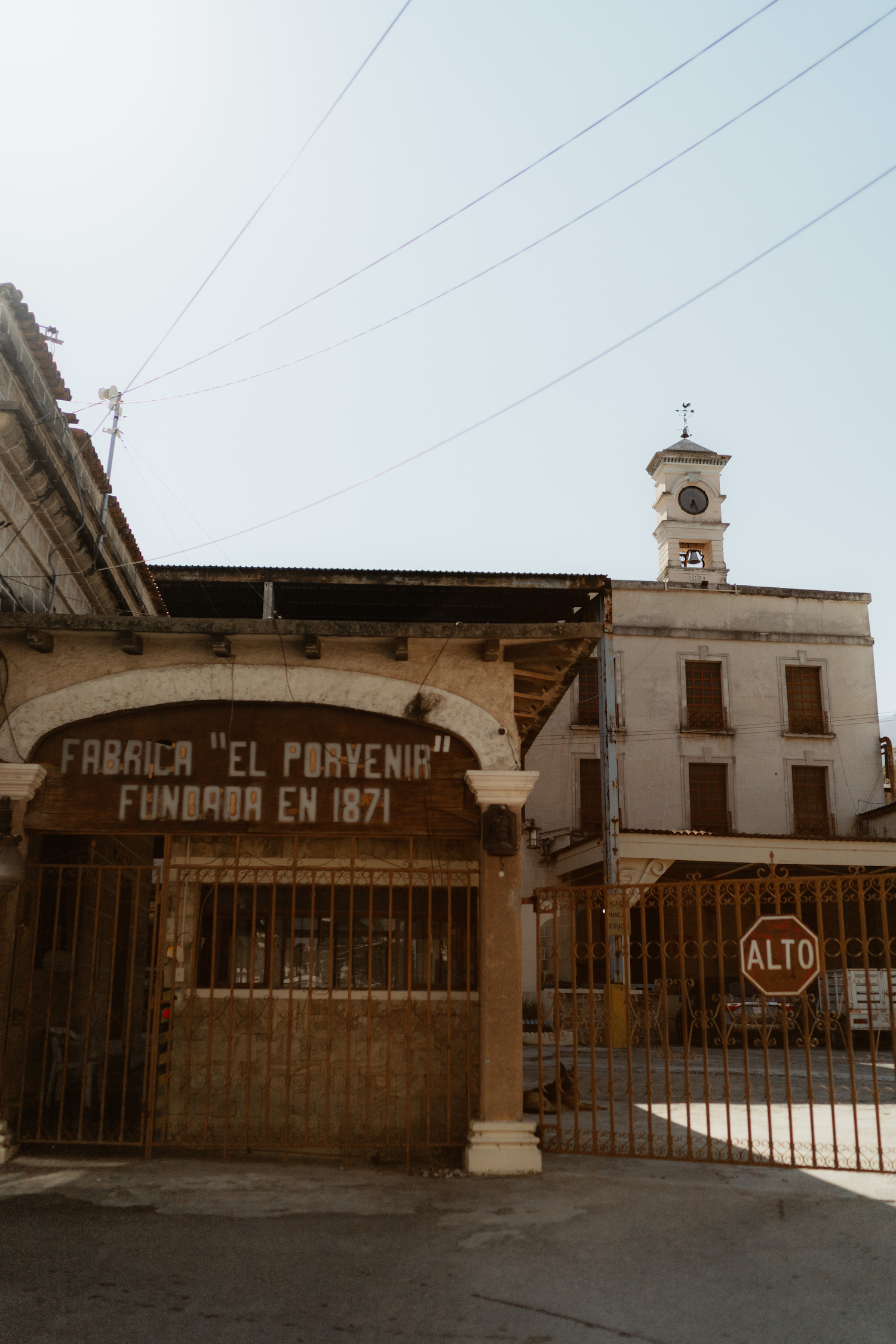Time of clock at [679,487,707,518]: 6:25
